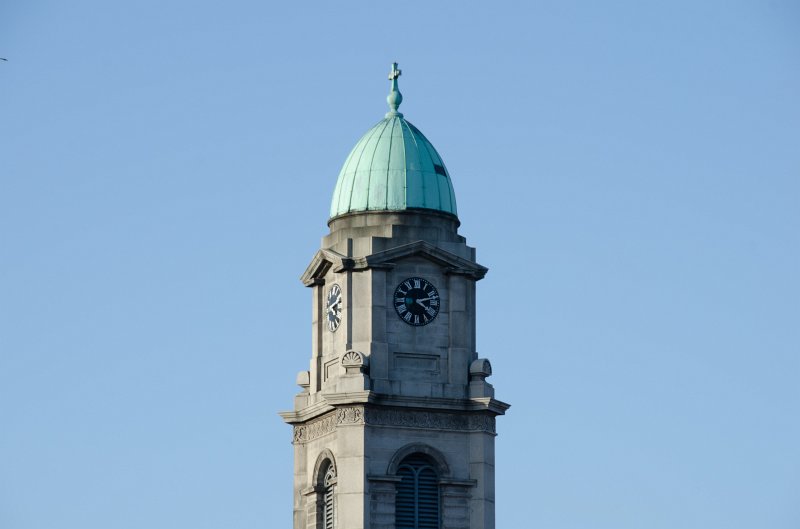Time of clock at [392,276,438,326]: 4:12
